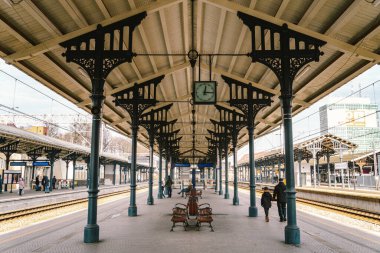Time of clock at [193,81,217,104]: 12:14
